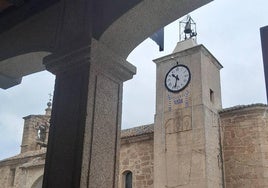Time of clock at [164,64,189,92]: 10:32
